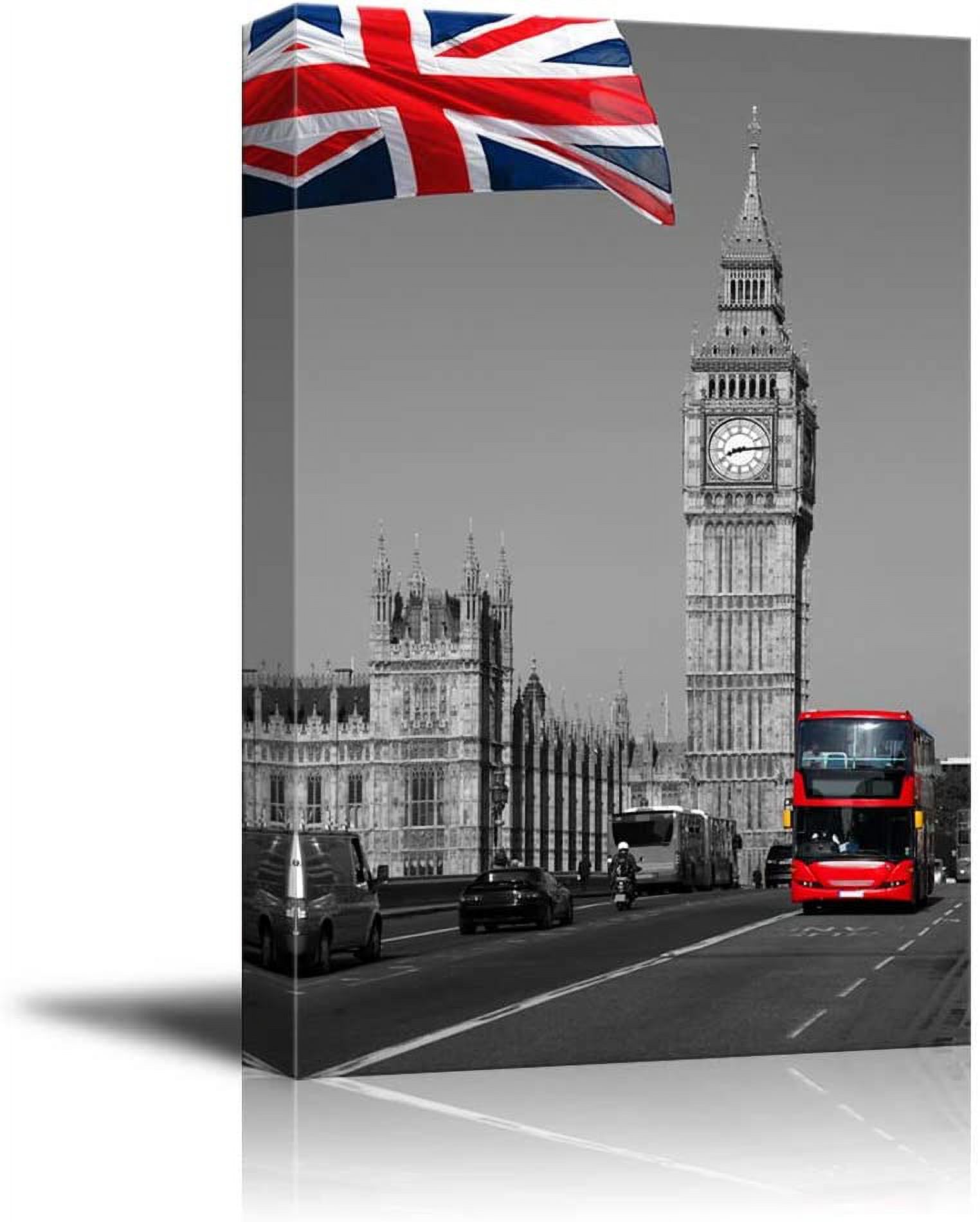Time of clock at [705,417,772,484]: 8:14
